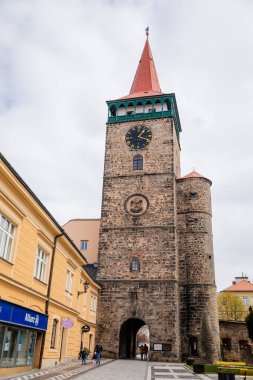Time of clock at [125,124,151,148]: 1:16
